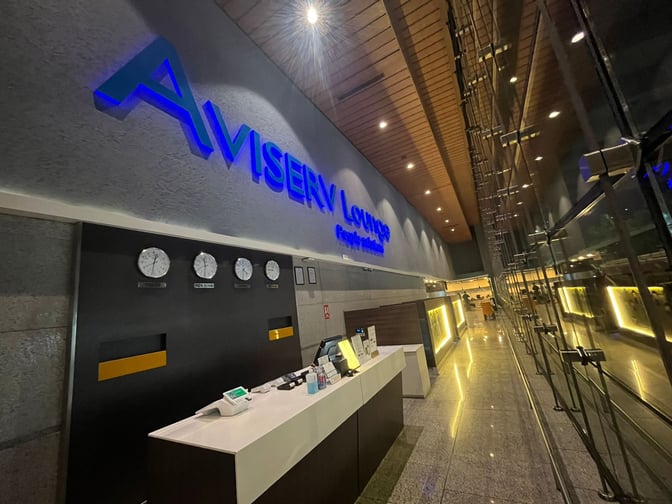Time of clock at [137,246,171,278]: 12:31
